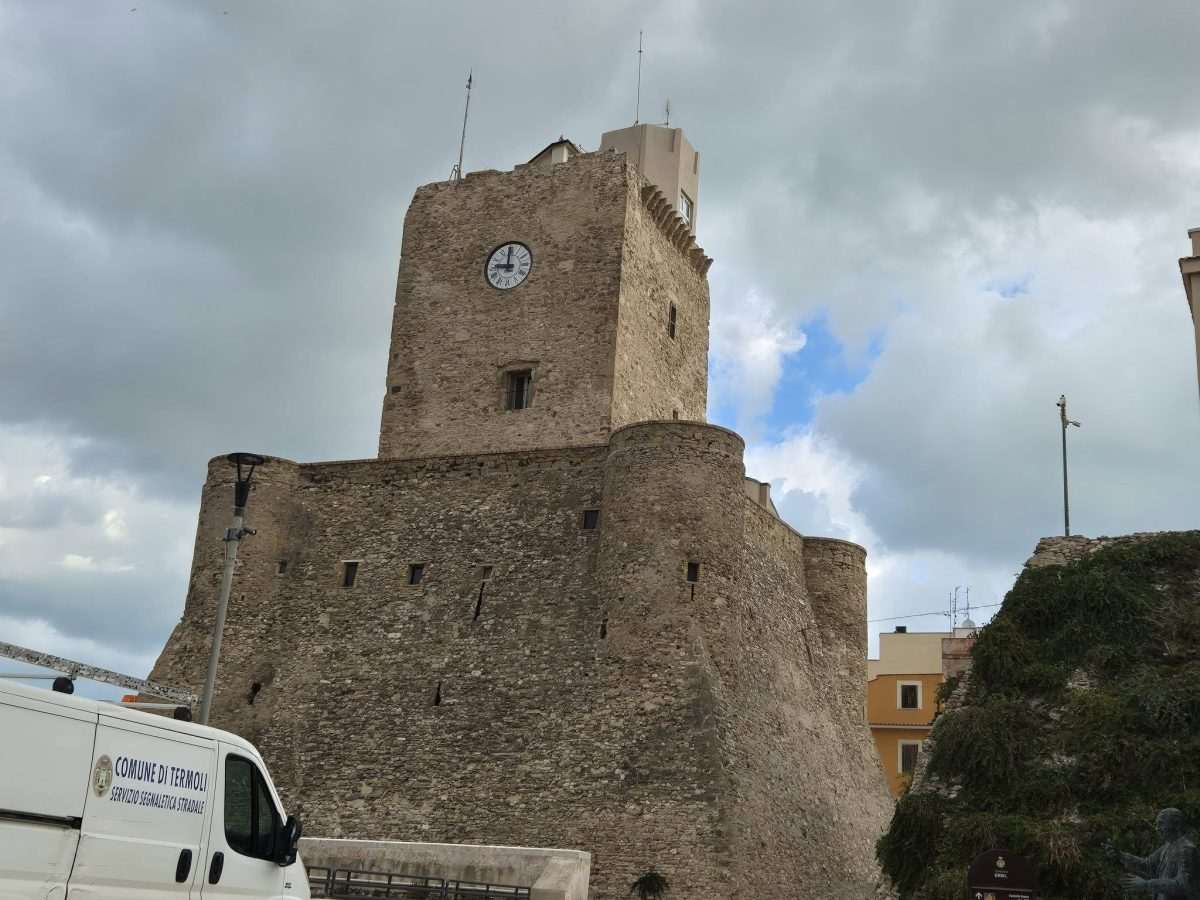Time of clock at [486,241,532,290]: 9:00
